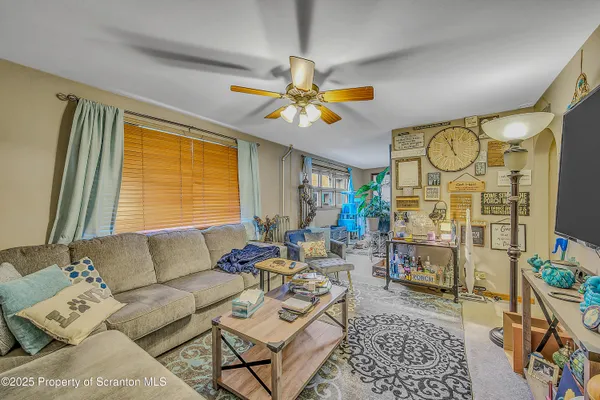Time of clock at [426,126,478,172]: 11:54
